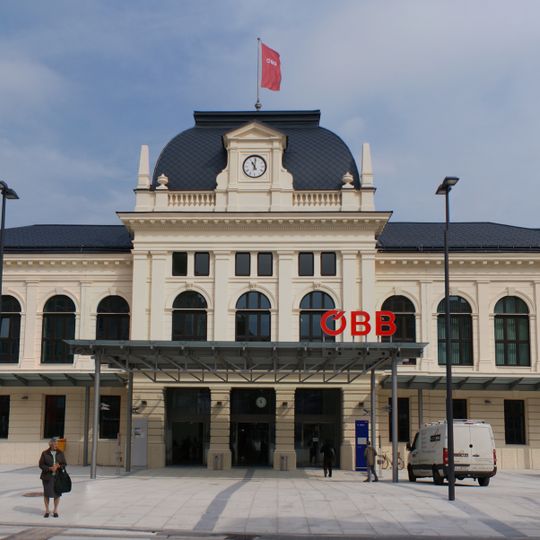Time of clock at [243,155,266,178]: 11:01
